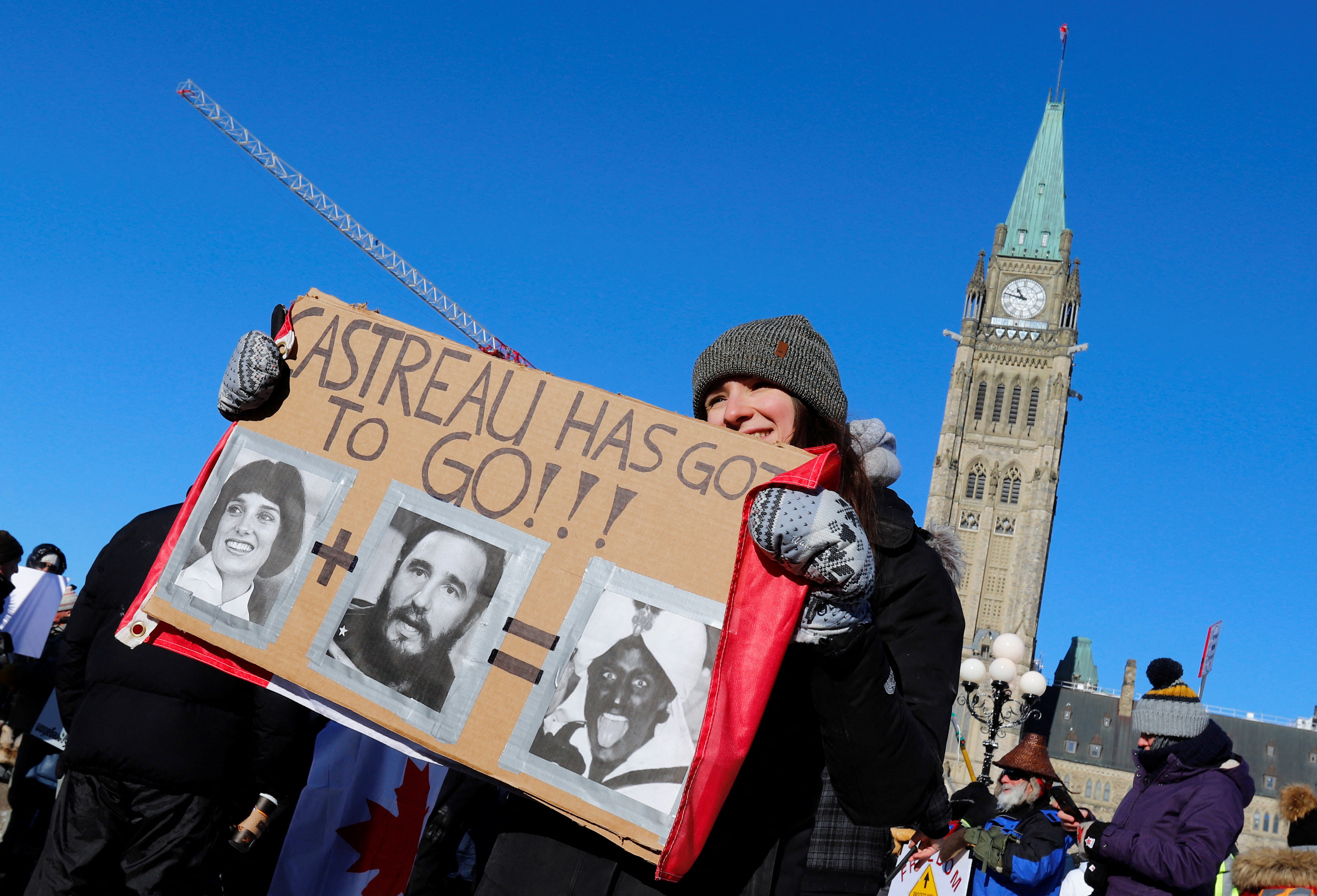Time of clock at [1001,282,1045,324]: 10:46
